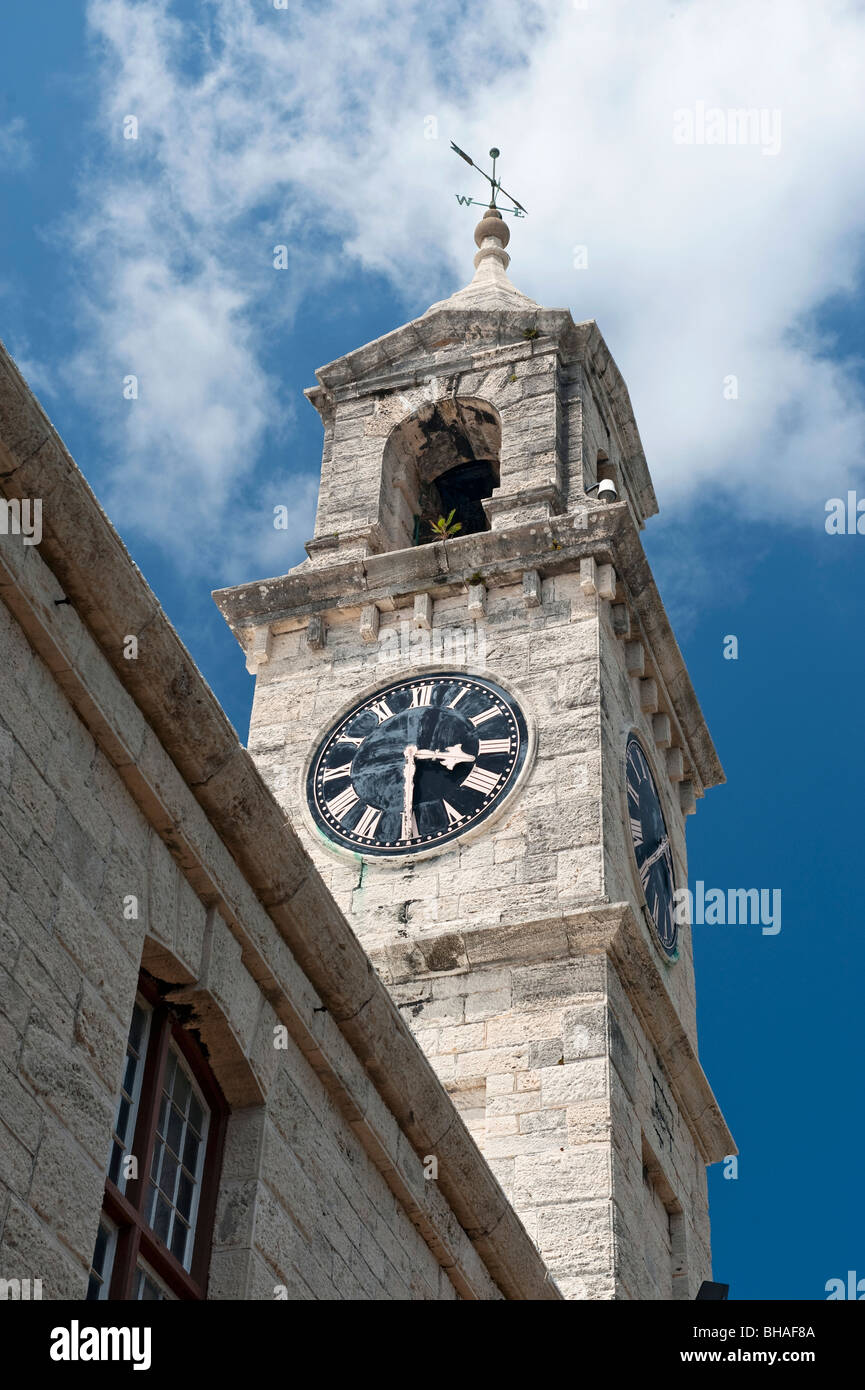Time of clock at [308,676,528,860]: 3:29
